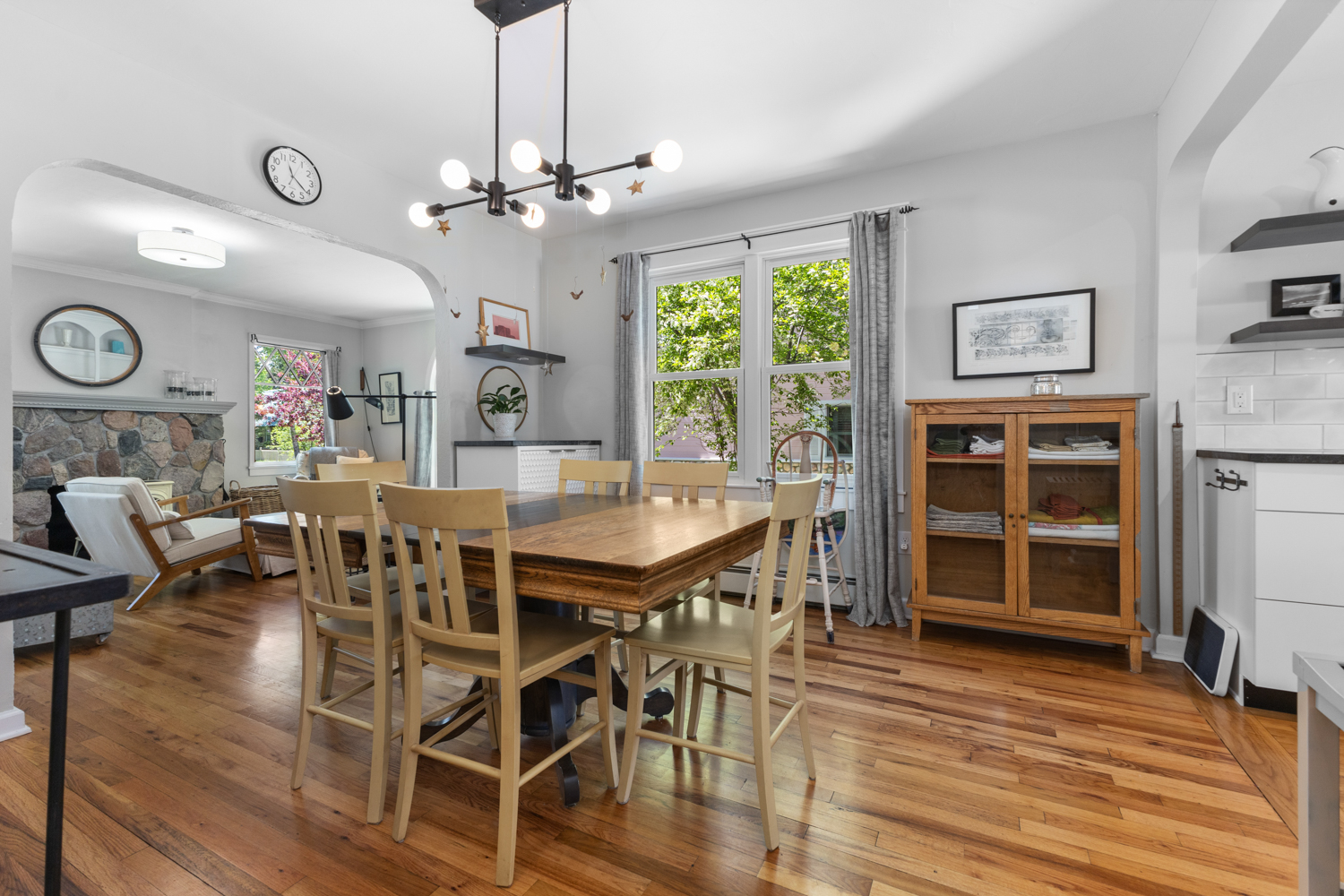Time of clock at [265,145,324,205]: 11:21
